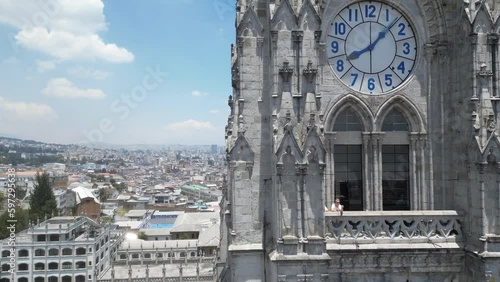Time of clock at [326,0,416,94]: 8:07
